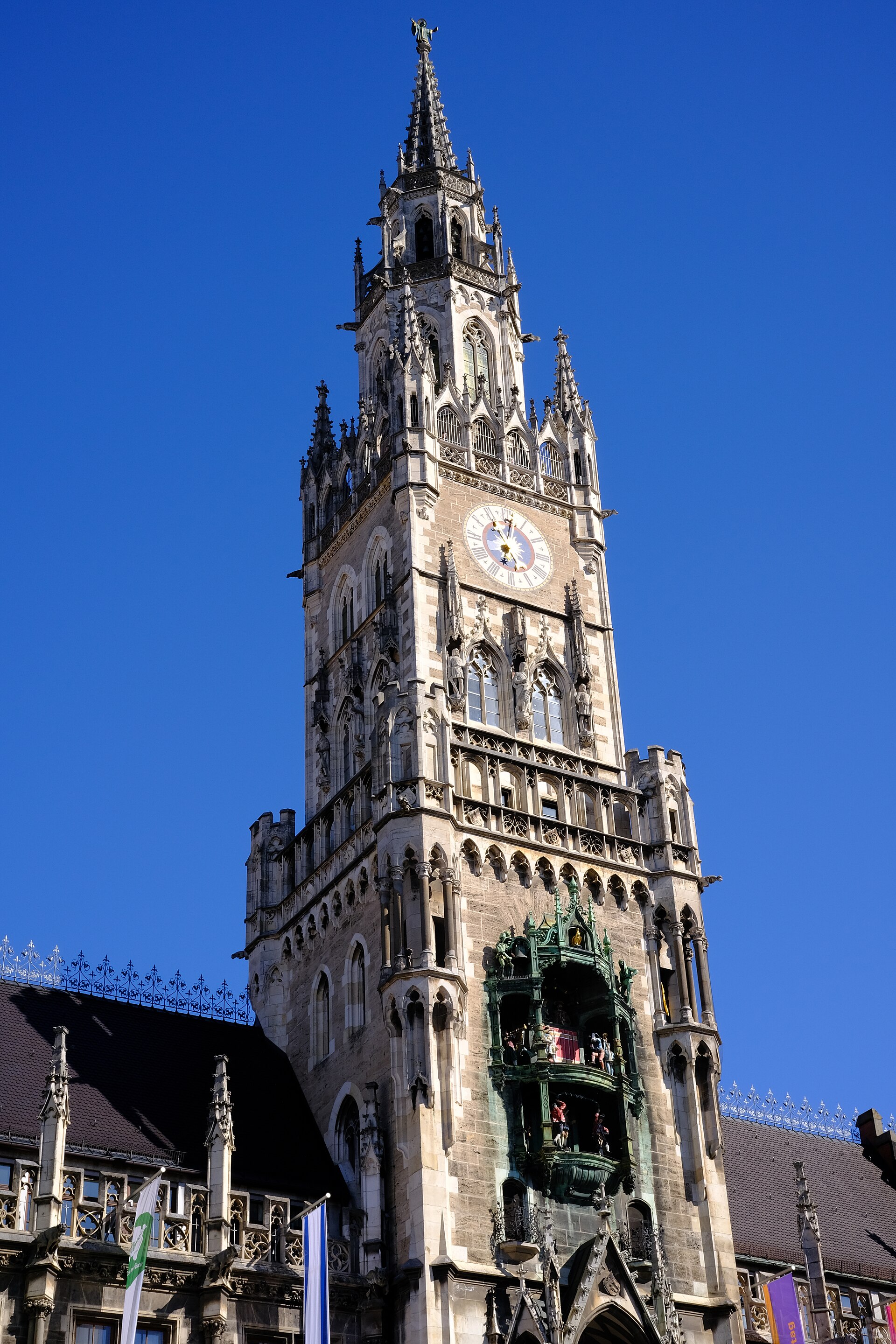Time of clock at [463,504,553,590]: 5:01
